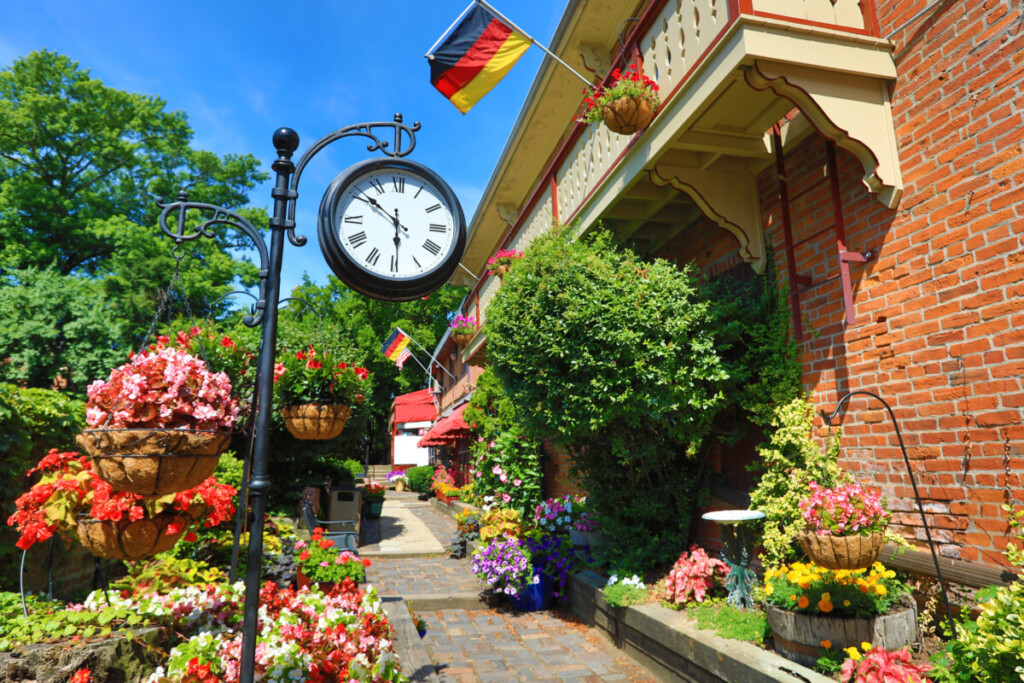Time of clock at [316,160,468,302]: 5:51
